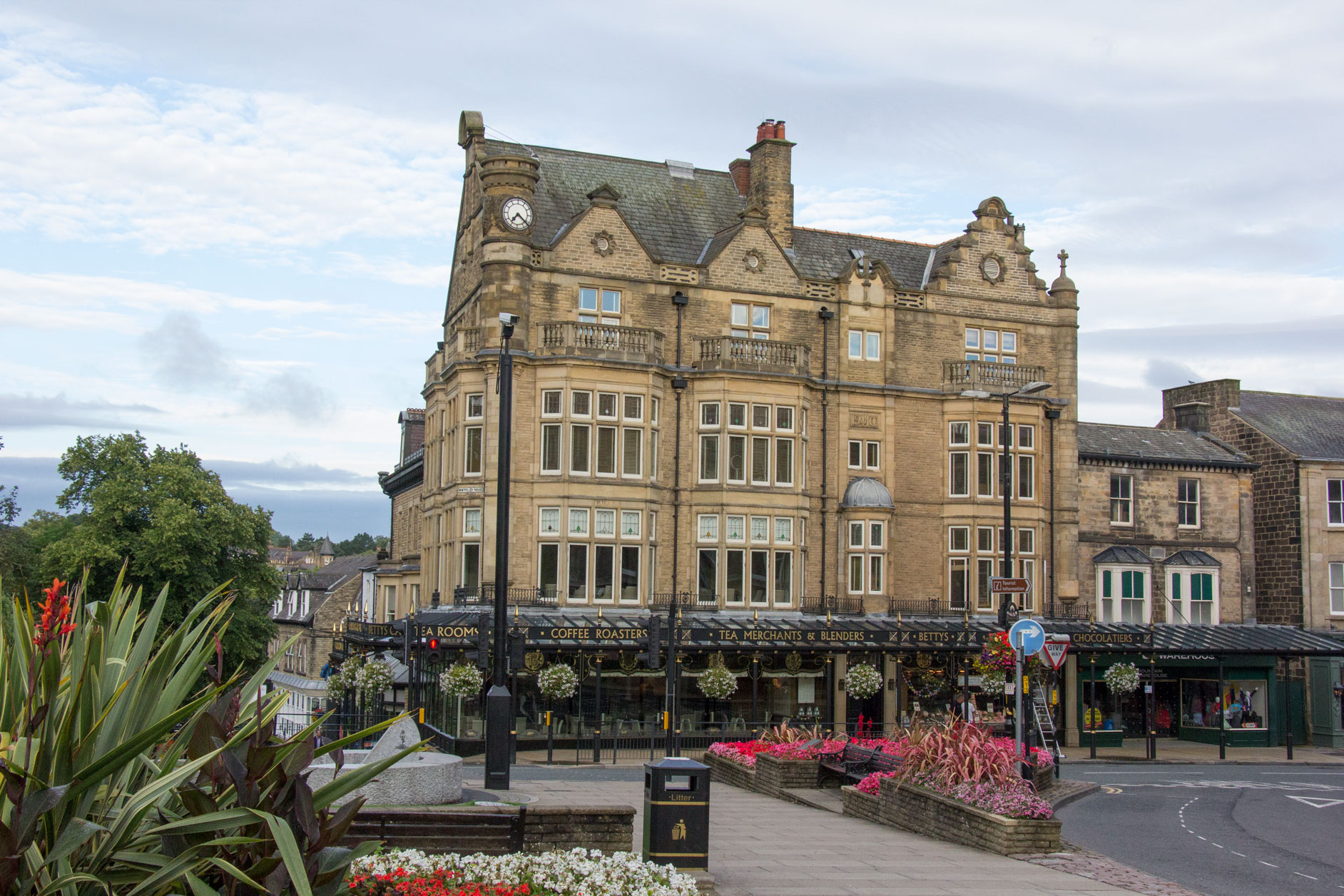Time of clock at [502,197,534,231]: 7:21
